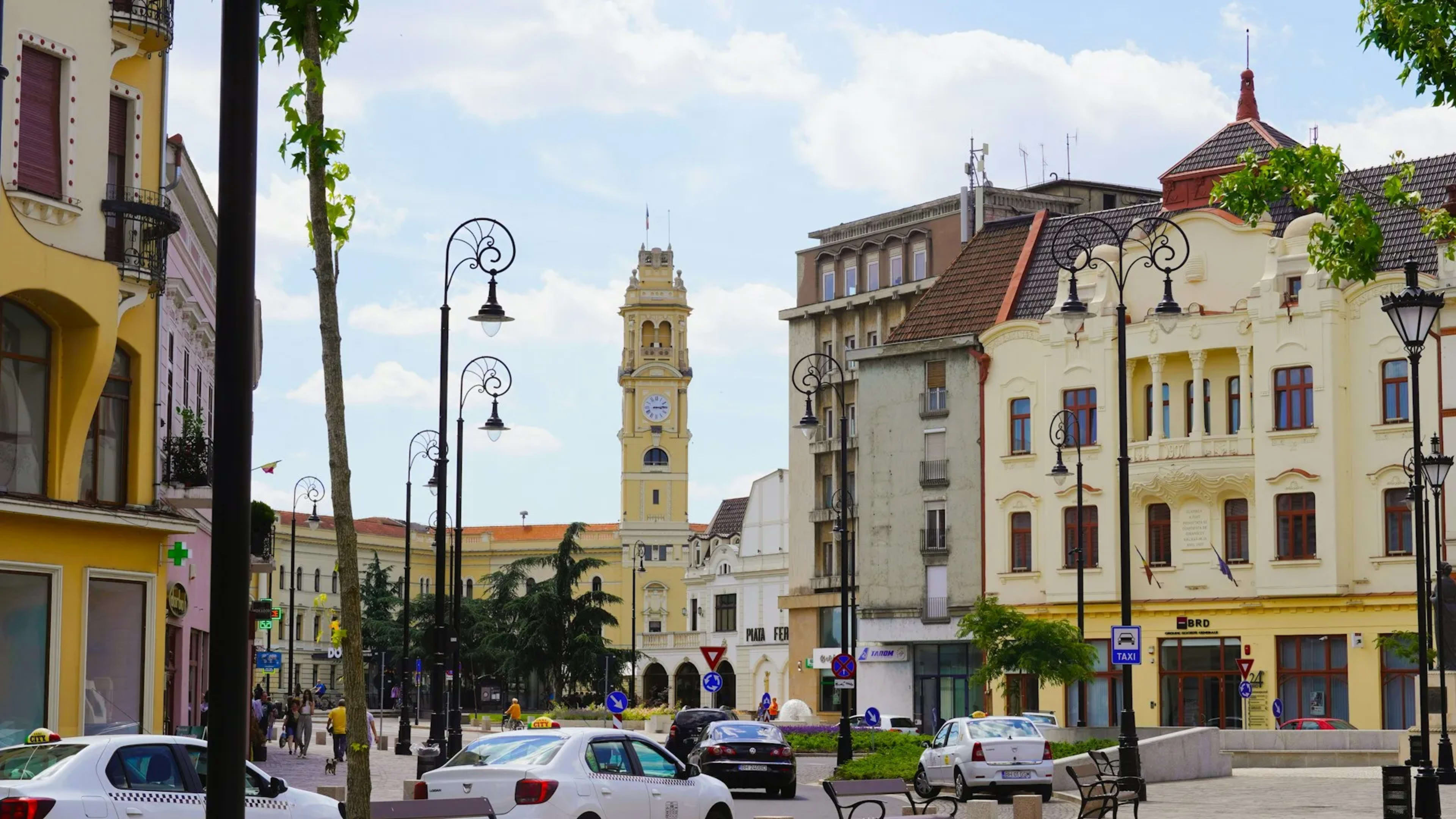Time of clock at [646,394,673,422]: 3:13
